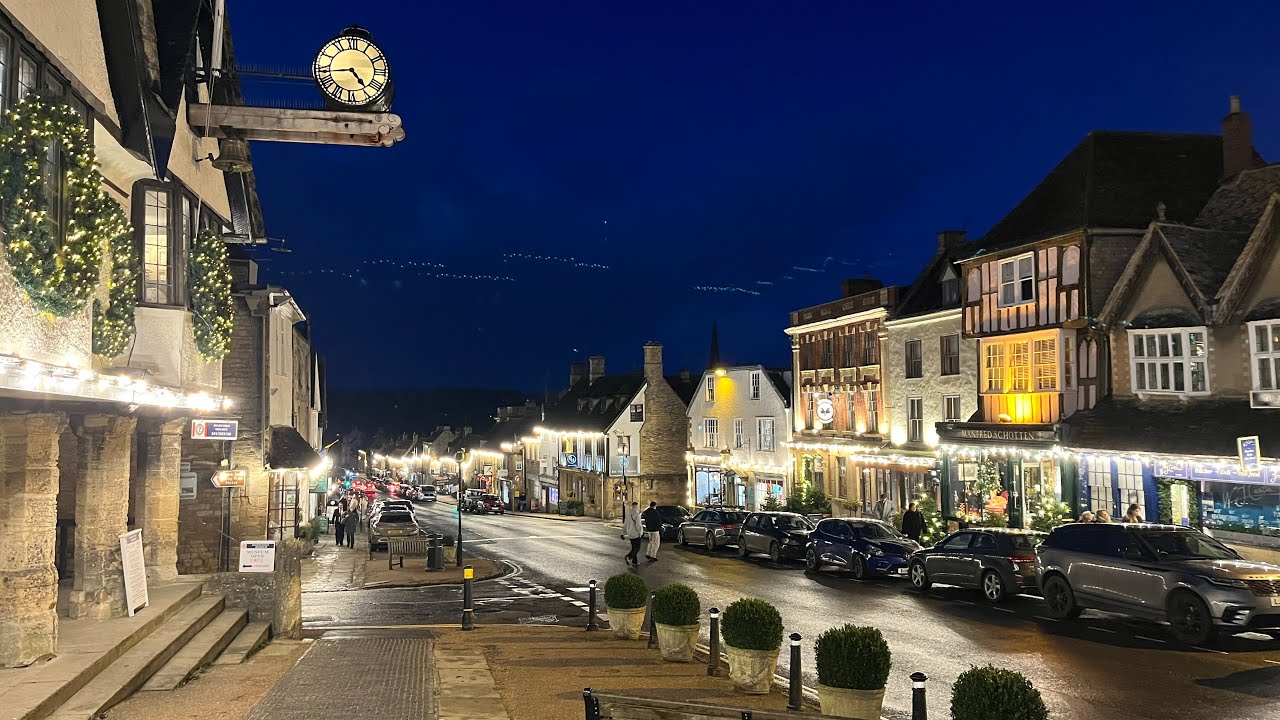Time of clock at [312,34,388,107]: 4:43
